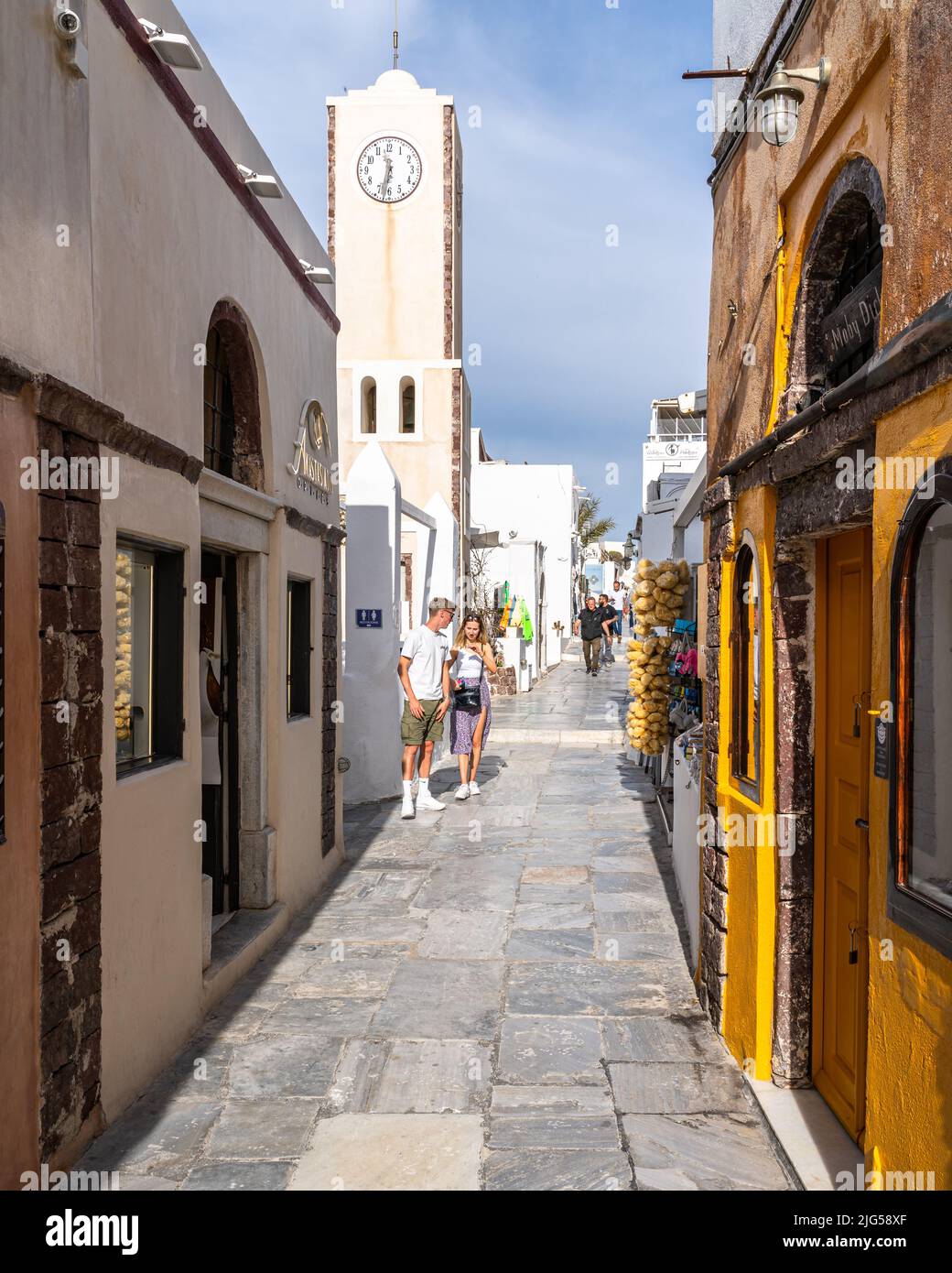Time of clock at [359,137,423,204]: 11:32
